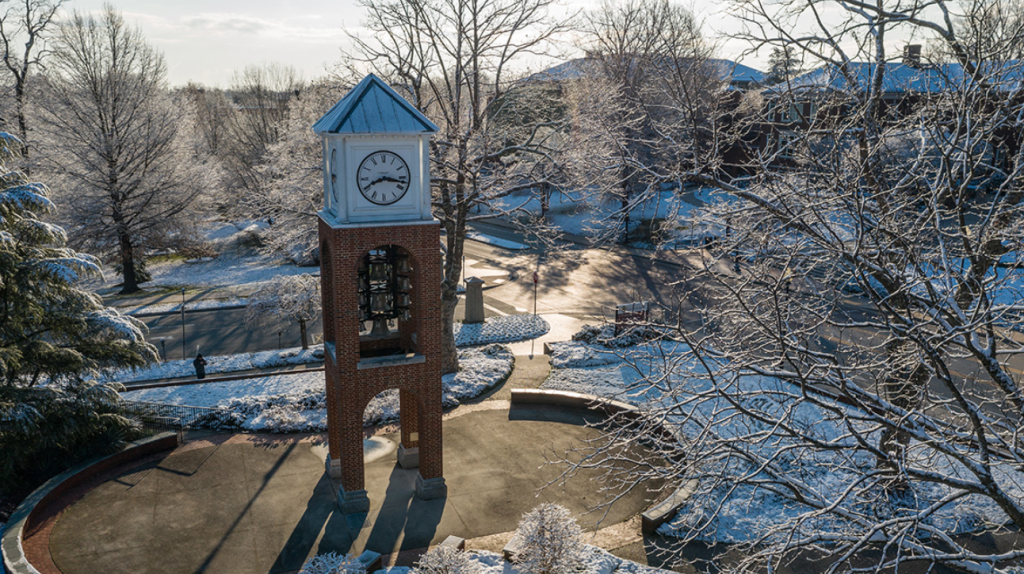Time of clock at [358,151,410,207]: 8:16
